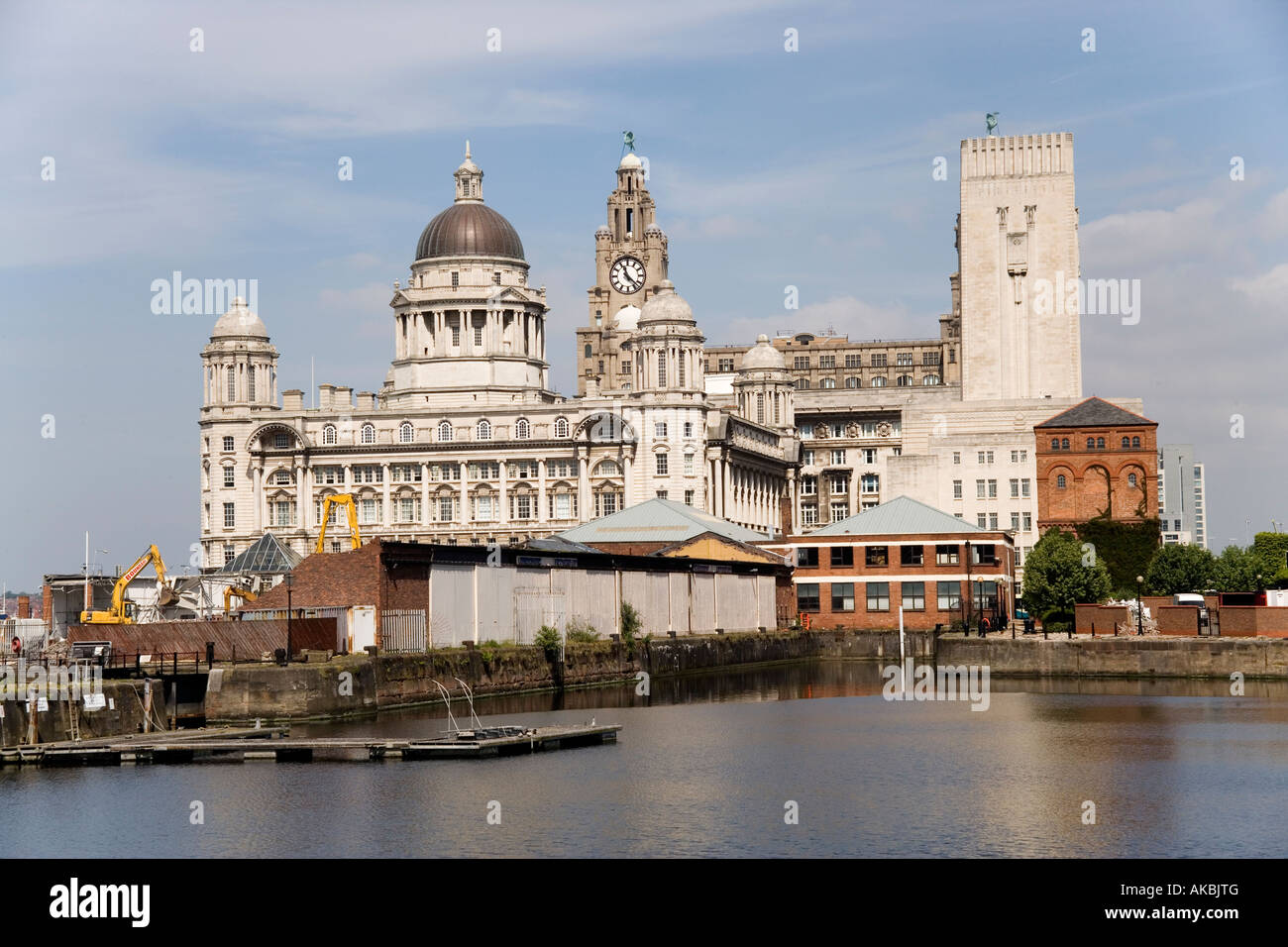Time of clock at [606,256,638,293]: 11:22
